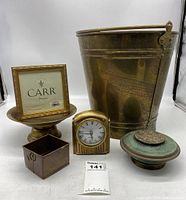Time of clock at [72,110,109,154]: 5:43
